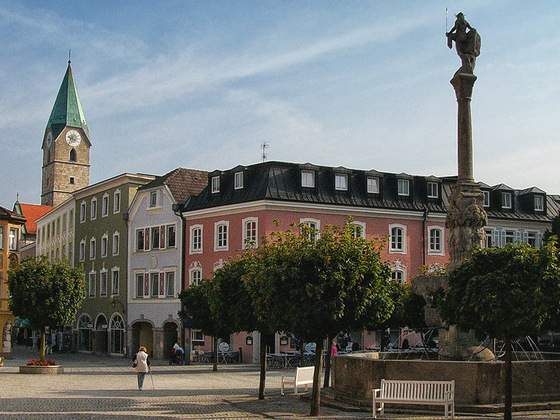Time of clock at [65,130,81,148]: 9:36
